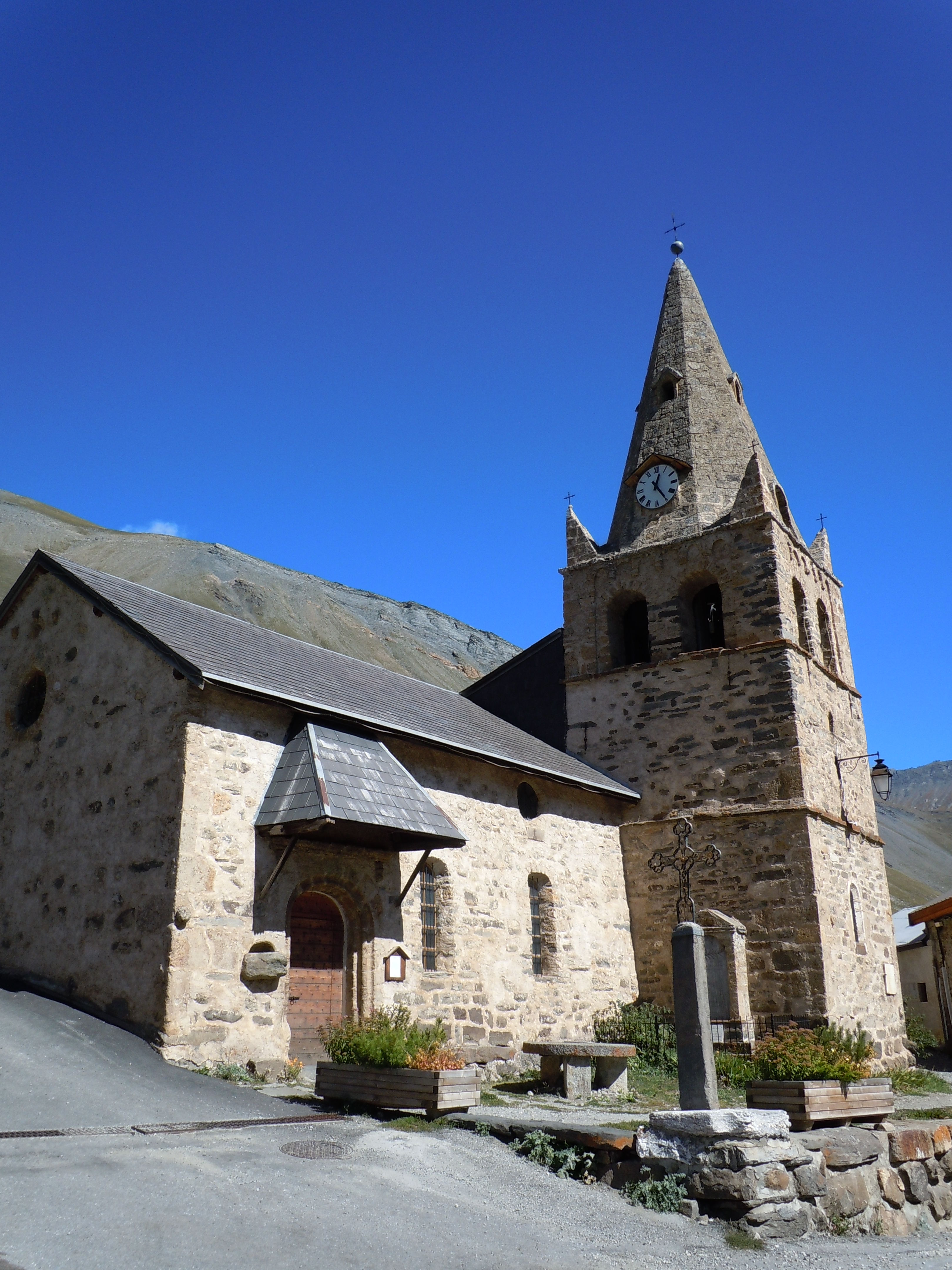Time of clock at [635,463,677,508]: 12:24
